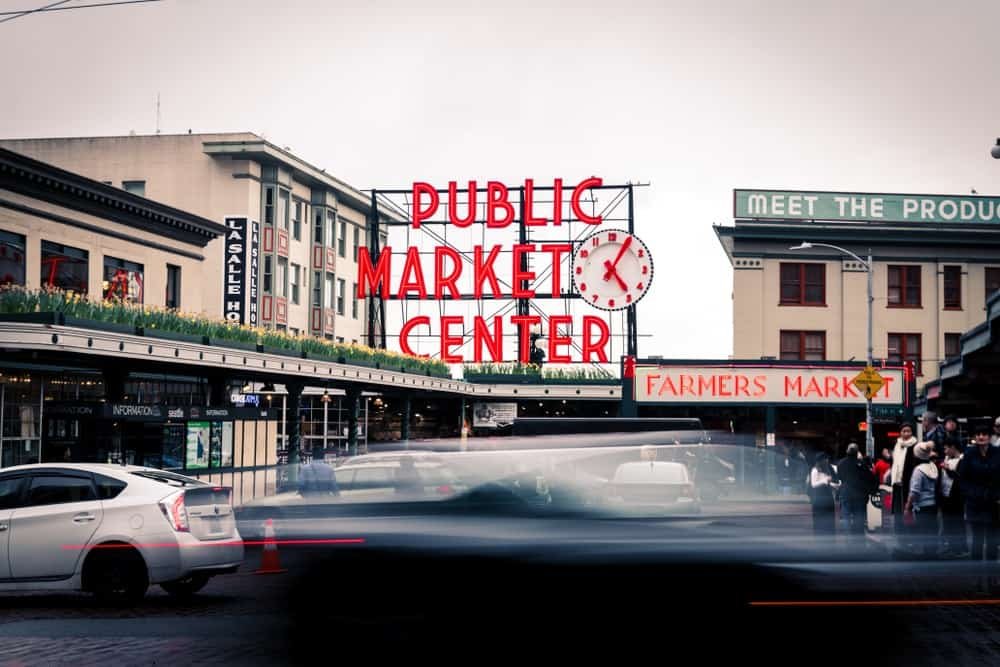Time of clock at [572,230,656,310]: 5:05
